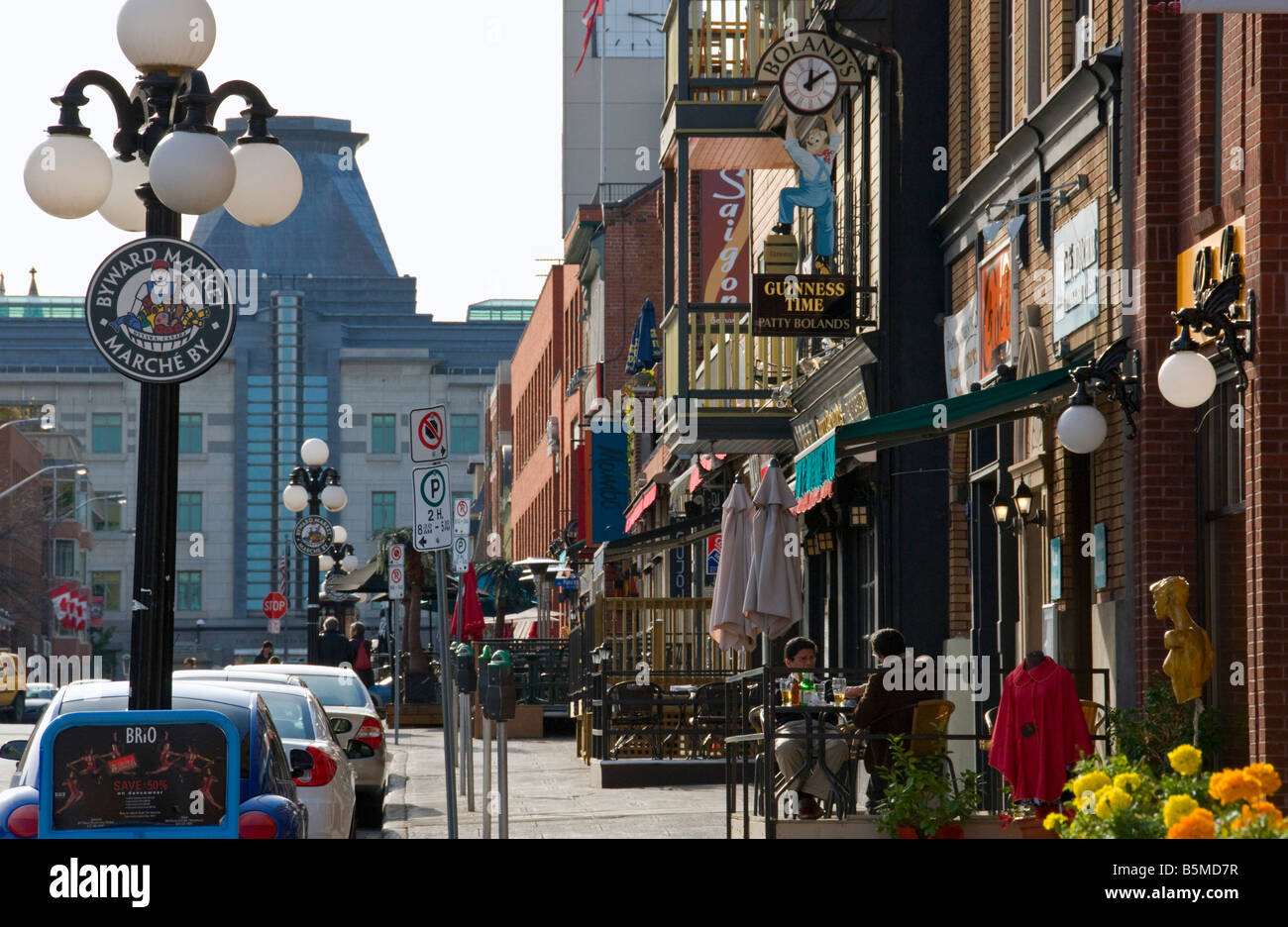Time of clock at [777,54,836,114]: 12:09
